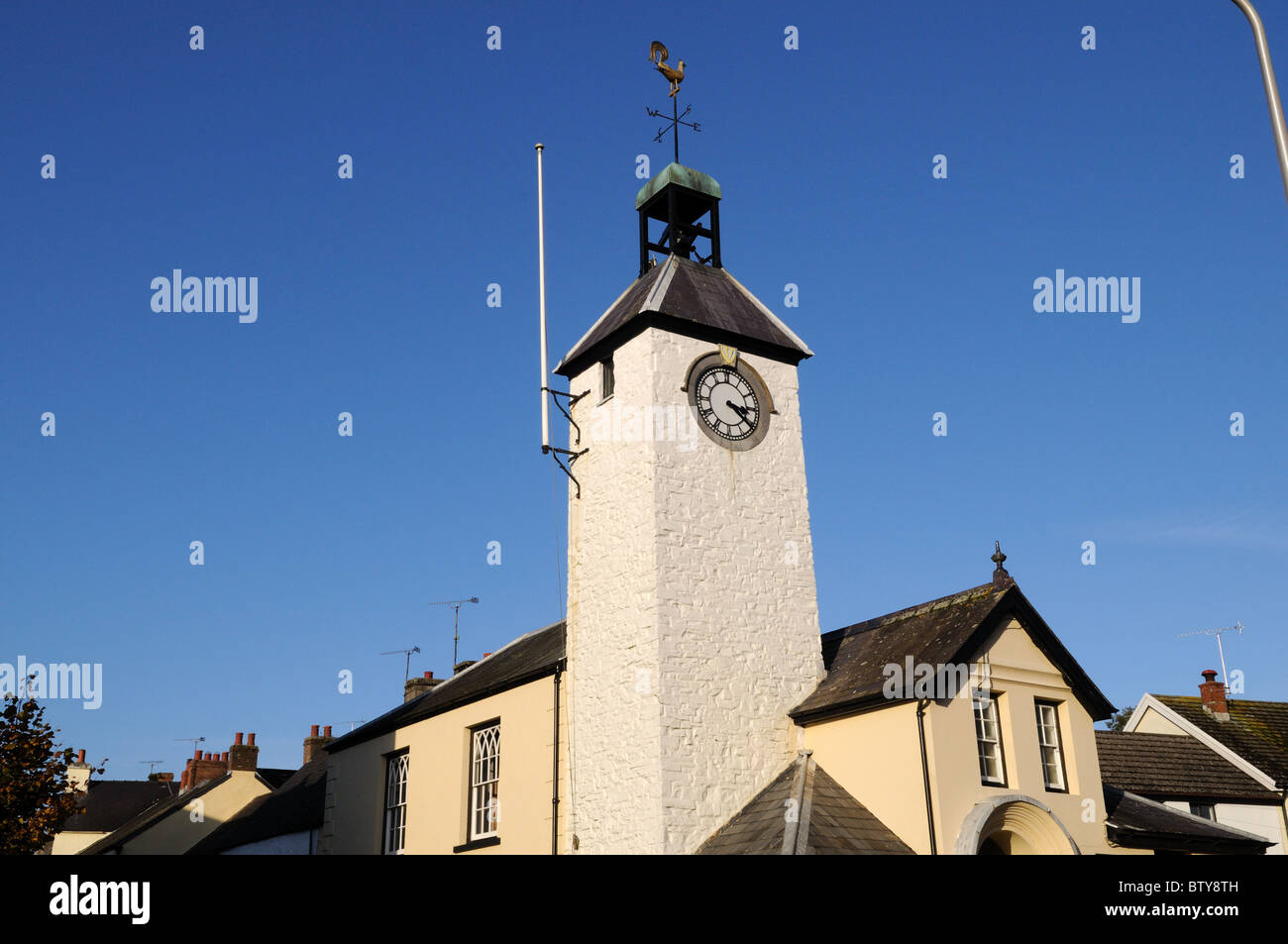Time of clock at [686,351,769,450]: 3:21
